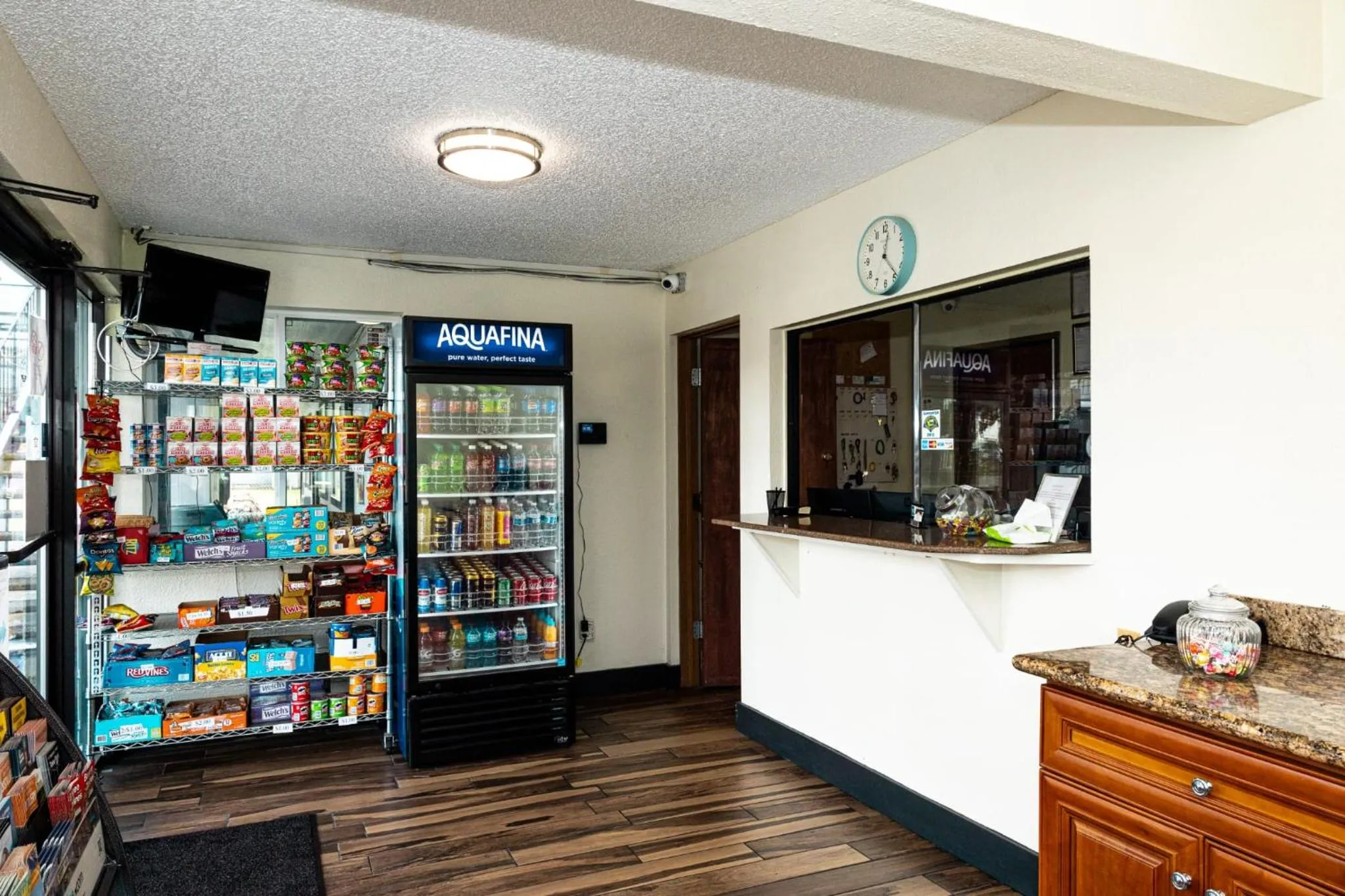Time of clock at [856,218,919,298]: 12:23
